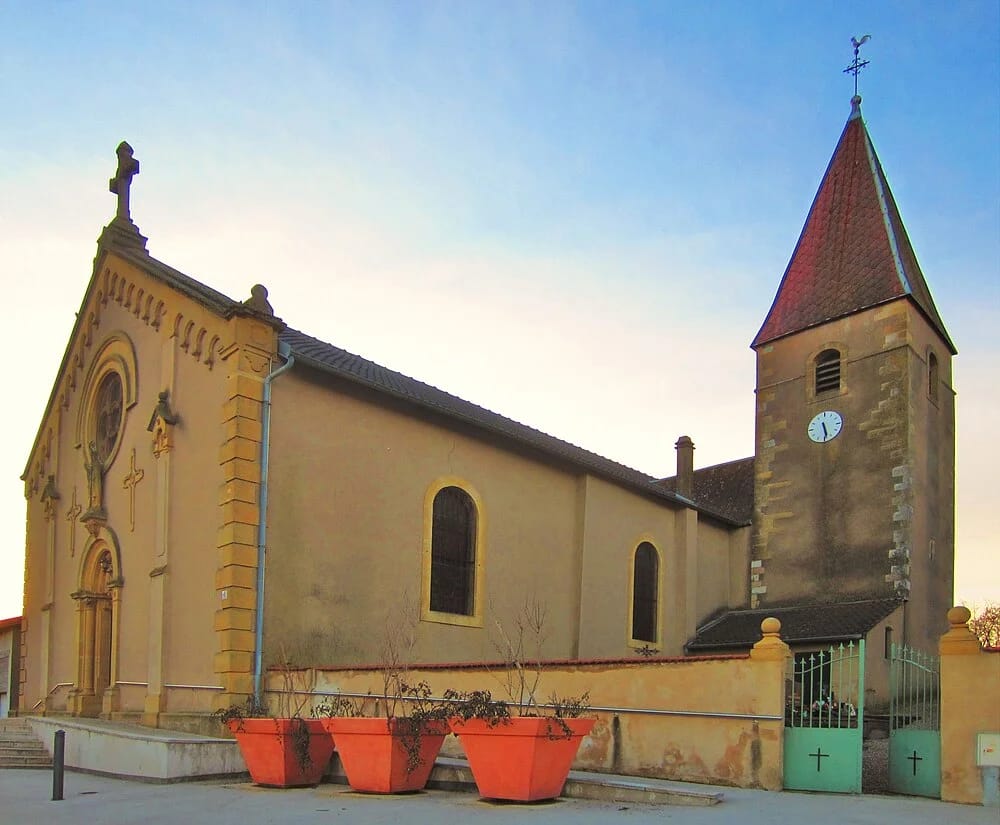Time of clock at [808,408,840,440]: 5:28
